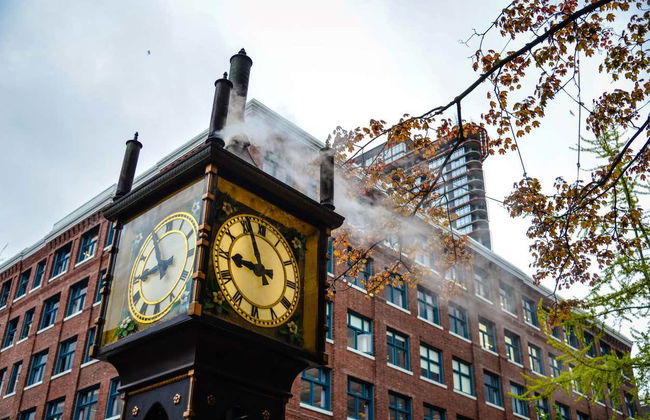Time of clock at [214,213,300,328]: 8:56
